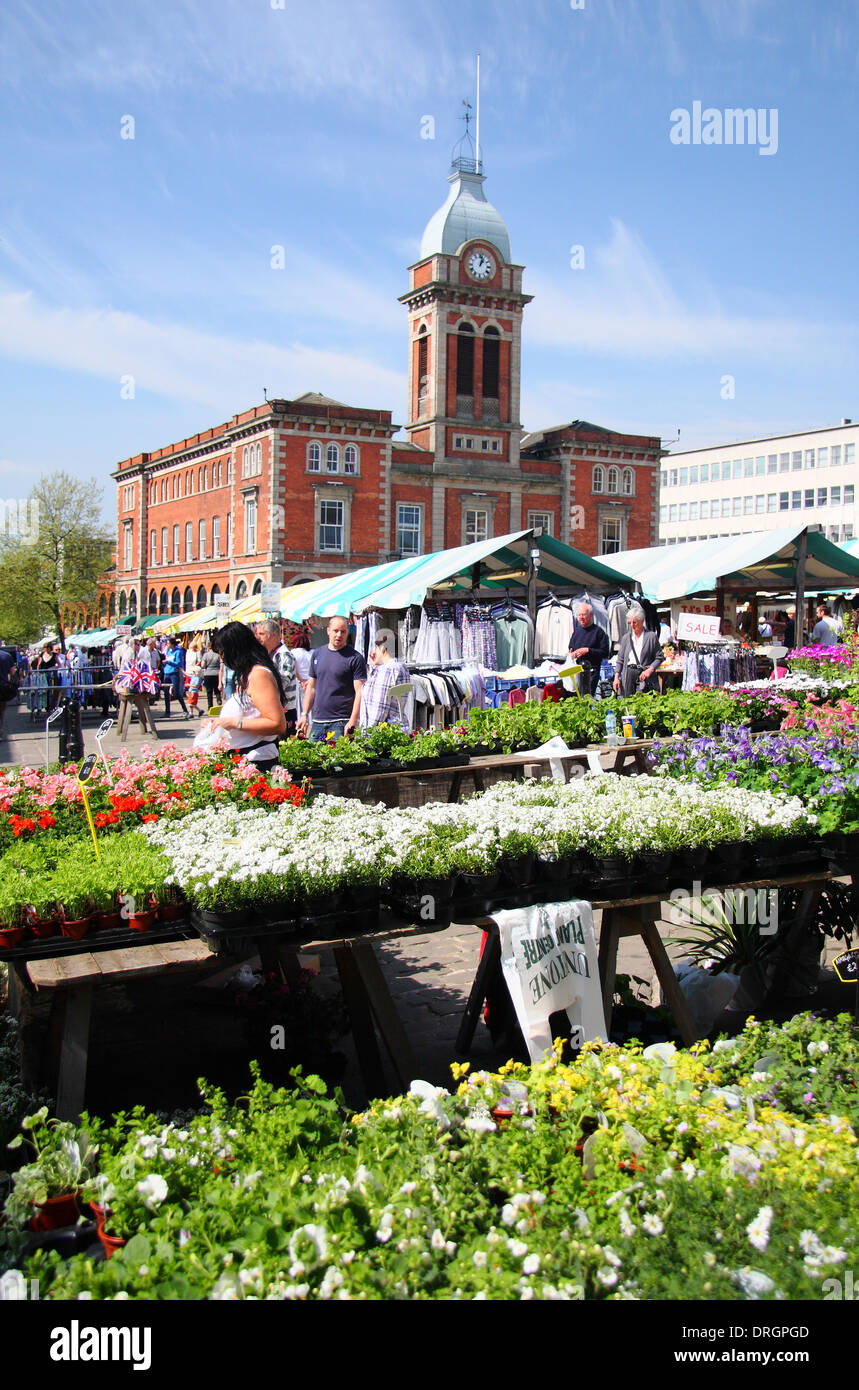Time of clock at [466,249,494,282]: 1:02
